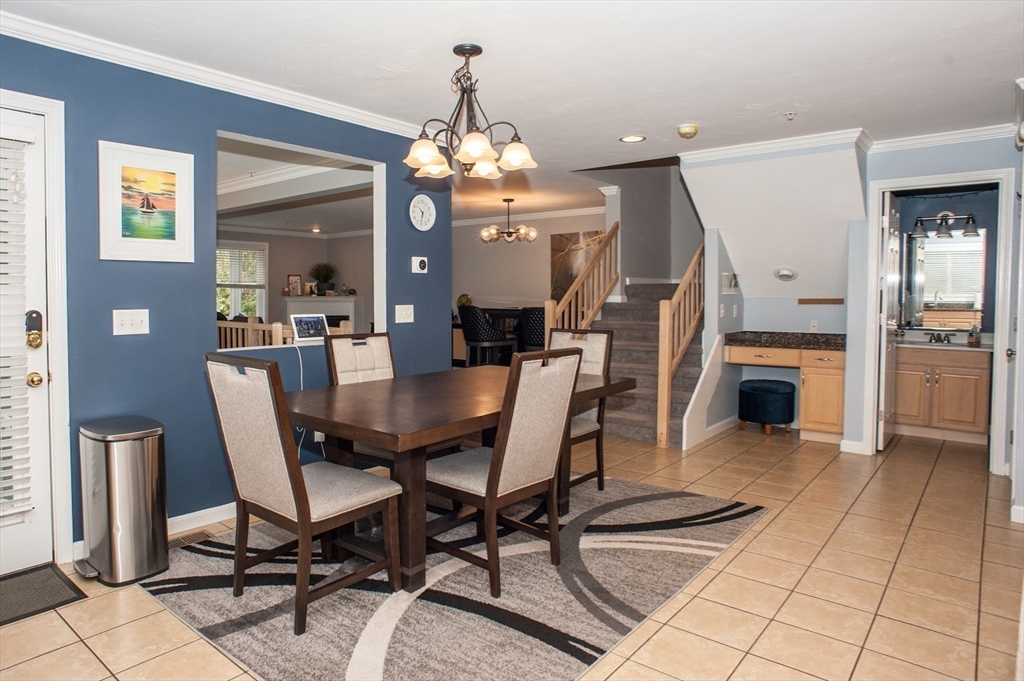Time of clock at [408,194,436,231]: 10:31
